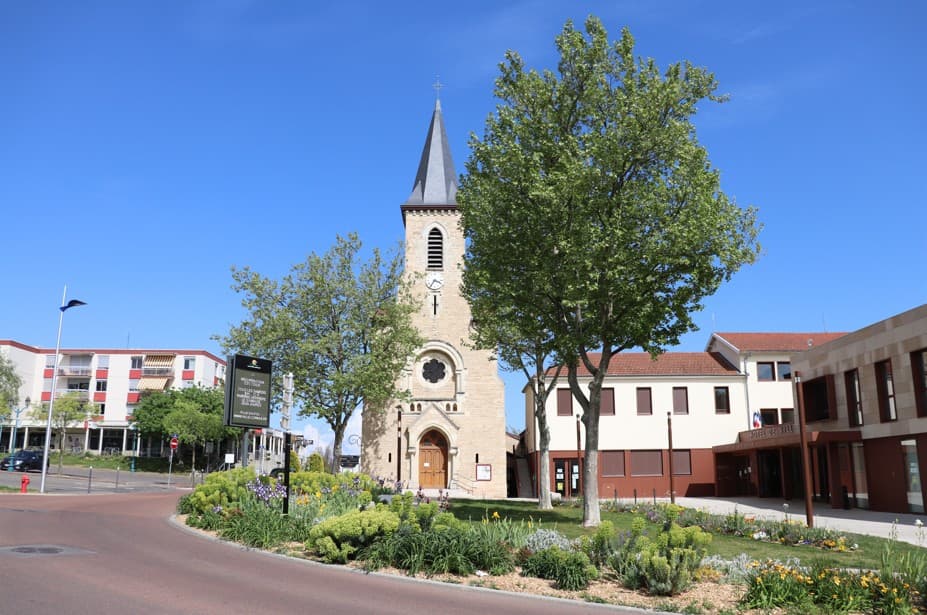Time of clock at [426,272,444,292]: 3:35
